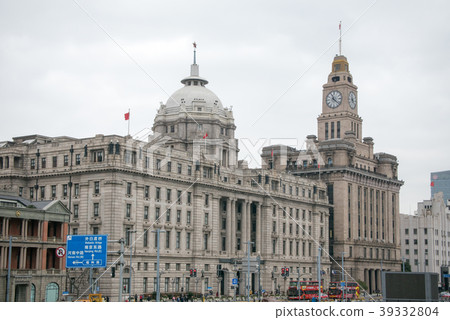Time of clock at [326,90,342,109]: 11:21
